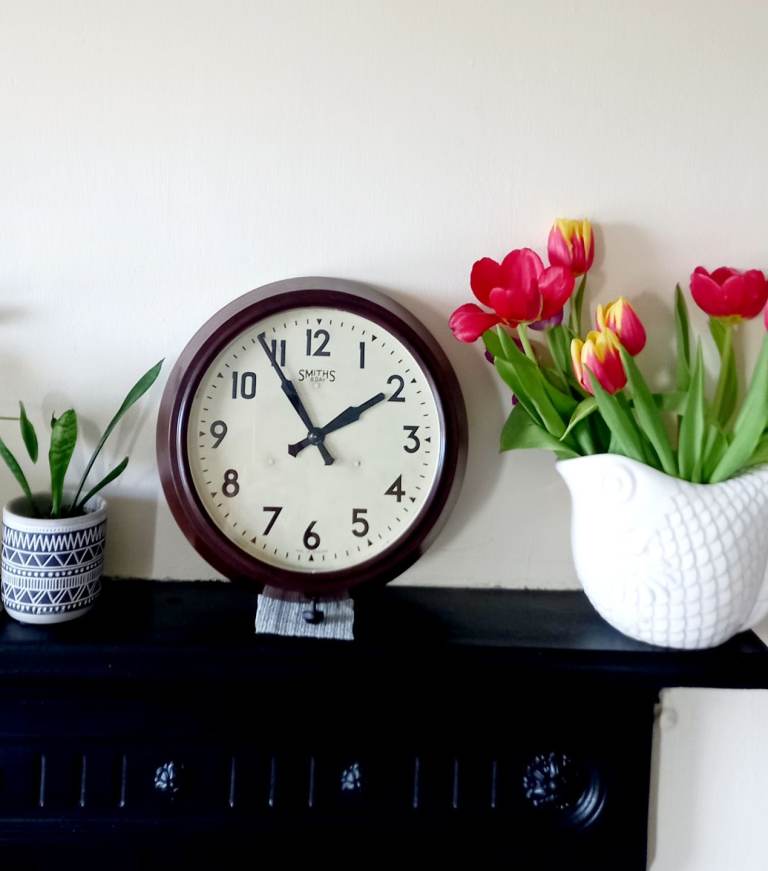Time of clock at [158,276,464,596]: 1:54
